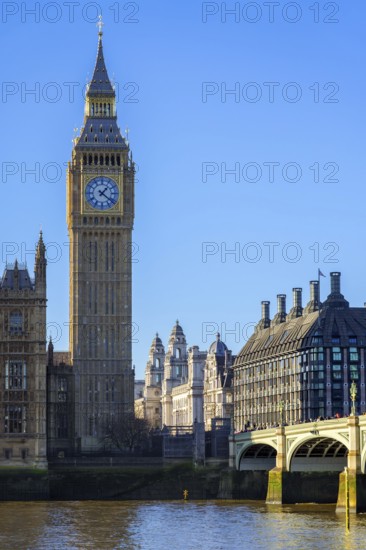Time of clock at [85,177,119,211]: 1:21
